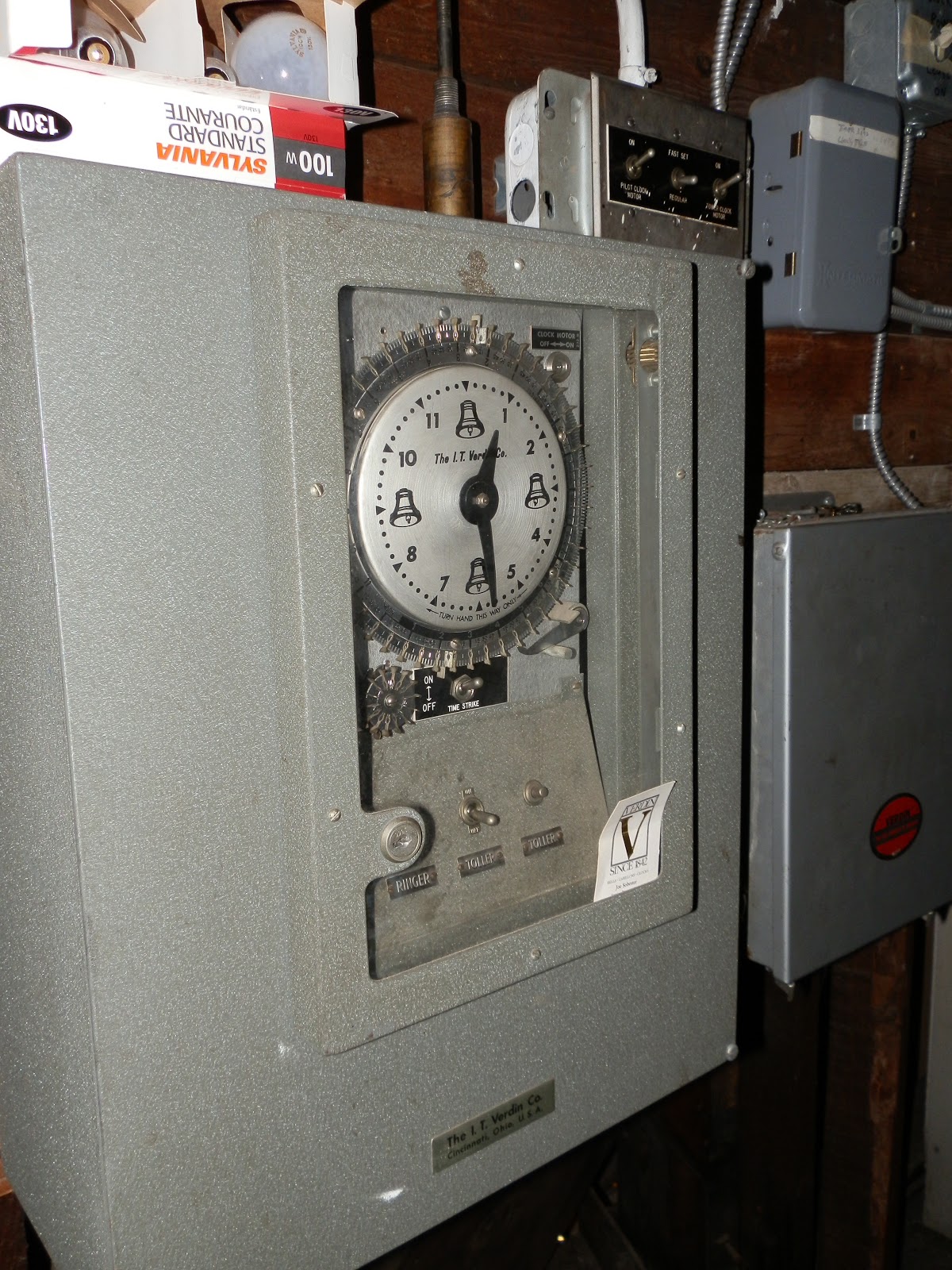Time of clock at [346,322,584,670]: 12:28
